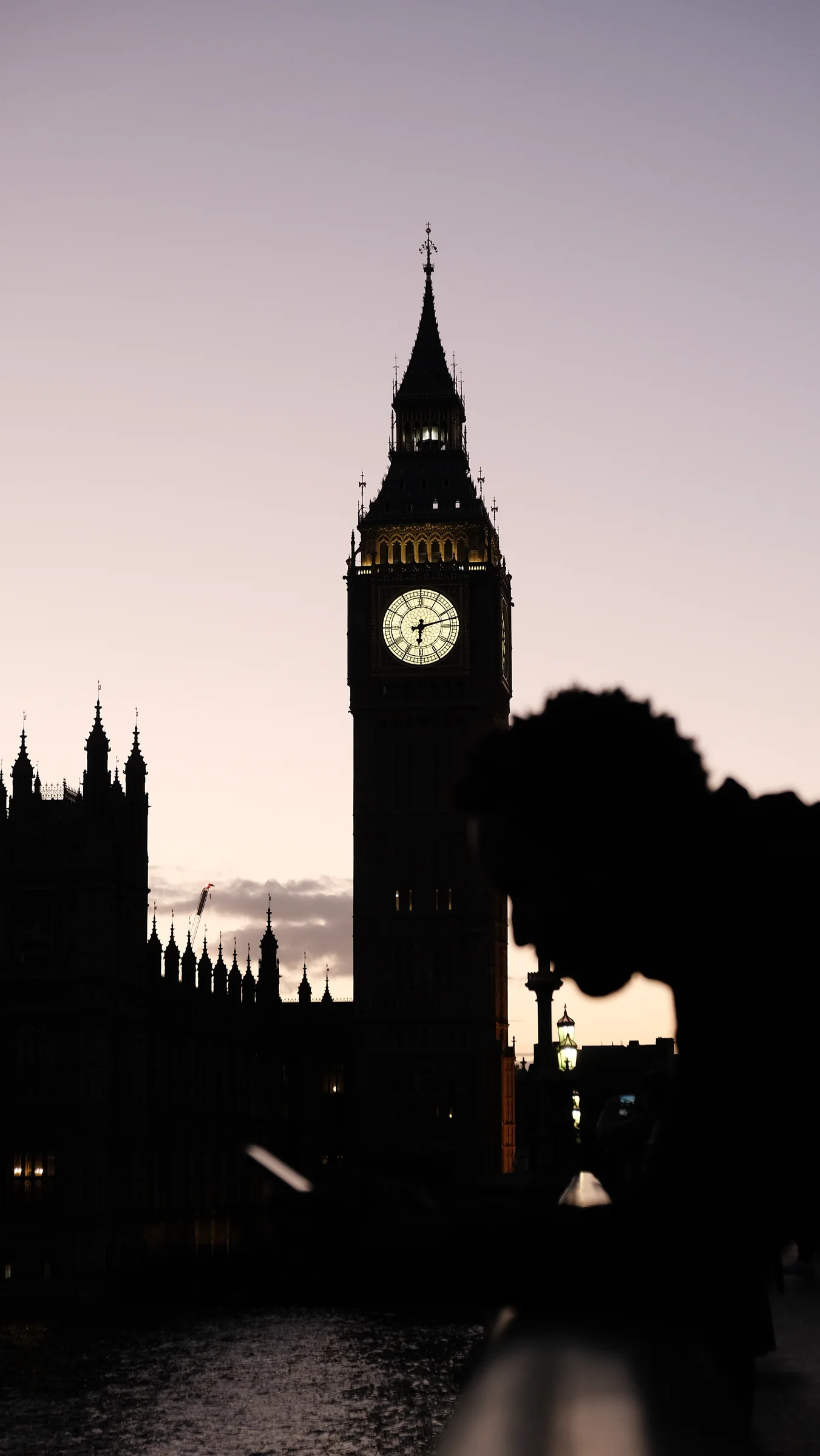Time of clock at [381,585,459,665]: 6:12
